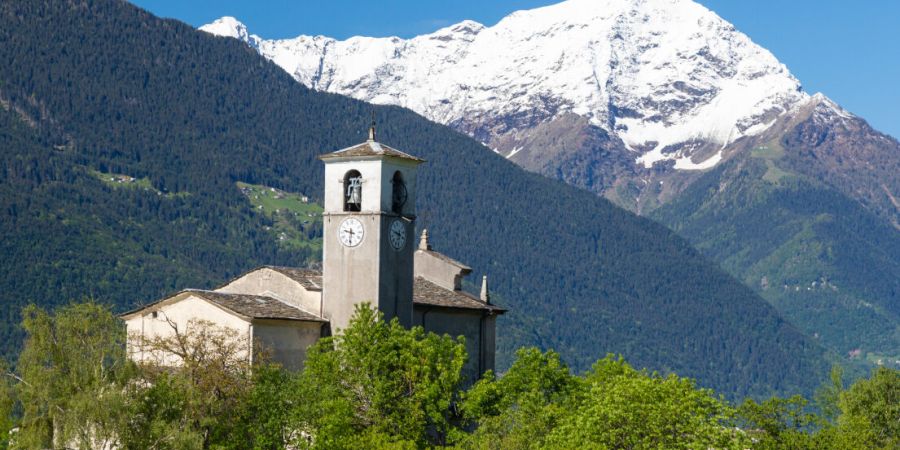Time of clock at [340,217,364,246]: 9:31
